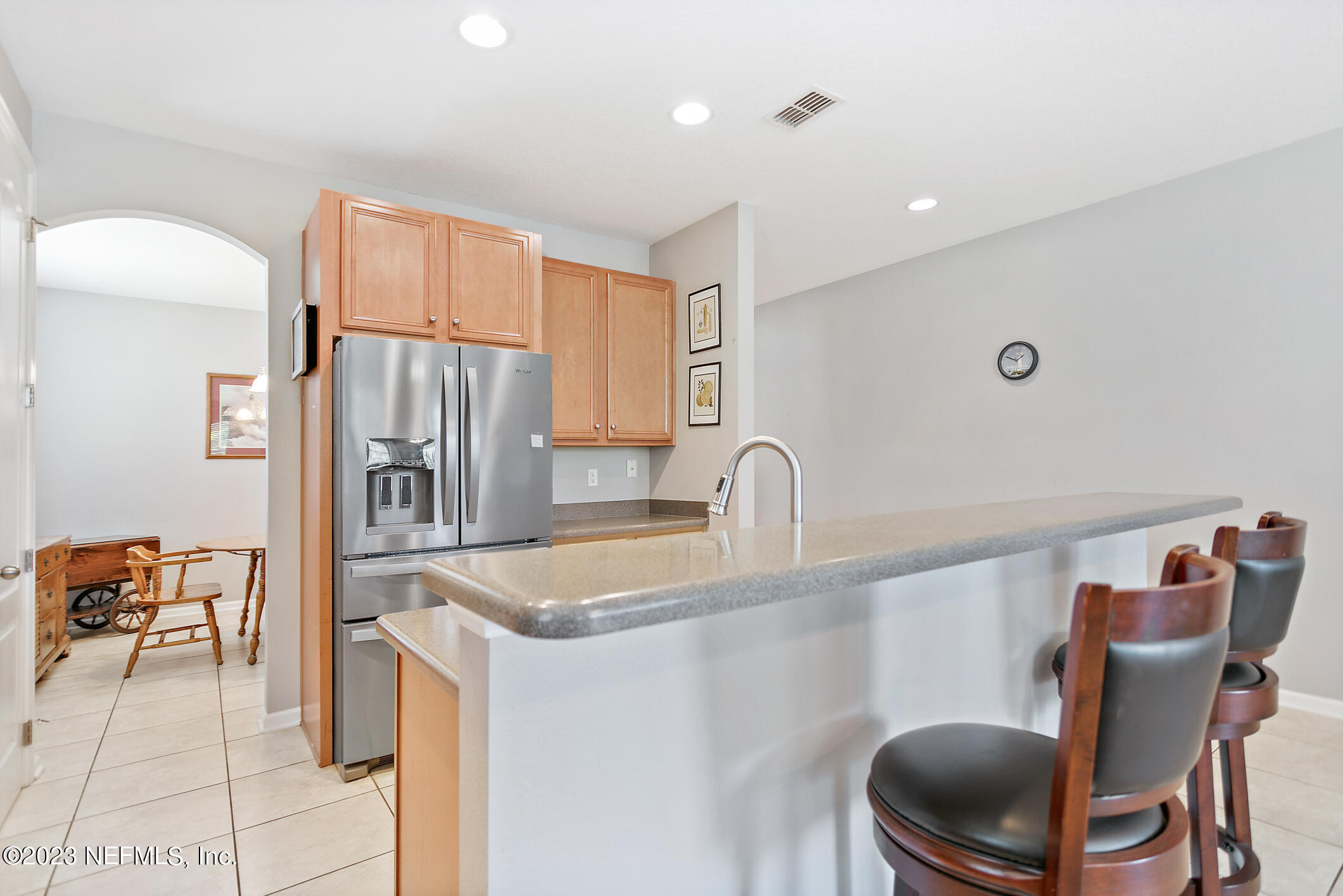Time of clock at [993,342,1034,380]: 1:49
